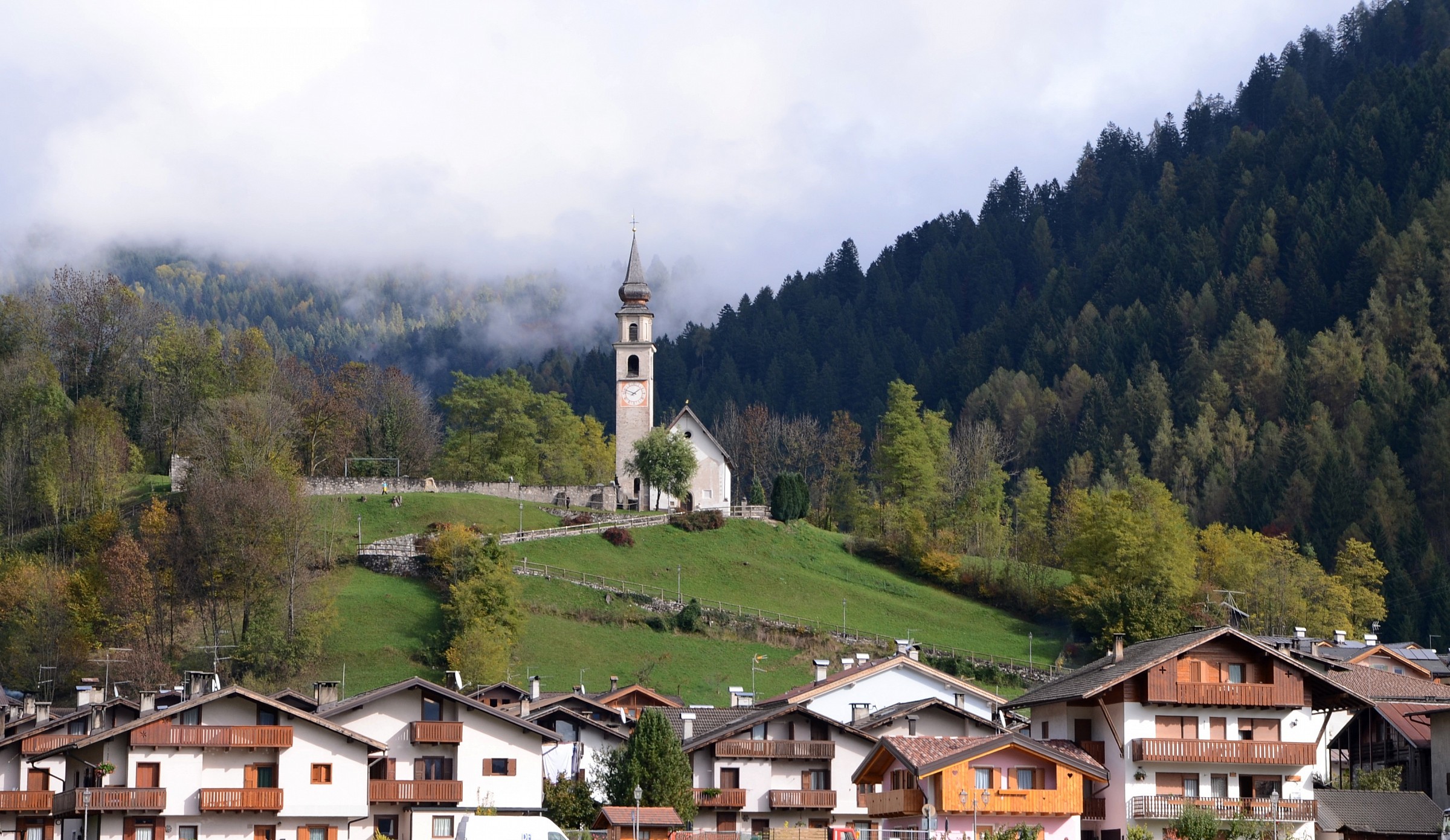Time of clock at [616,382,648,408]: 1:49
